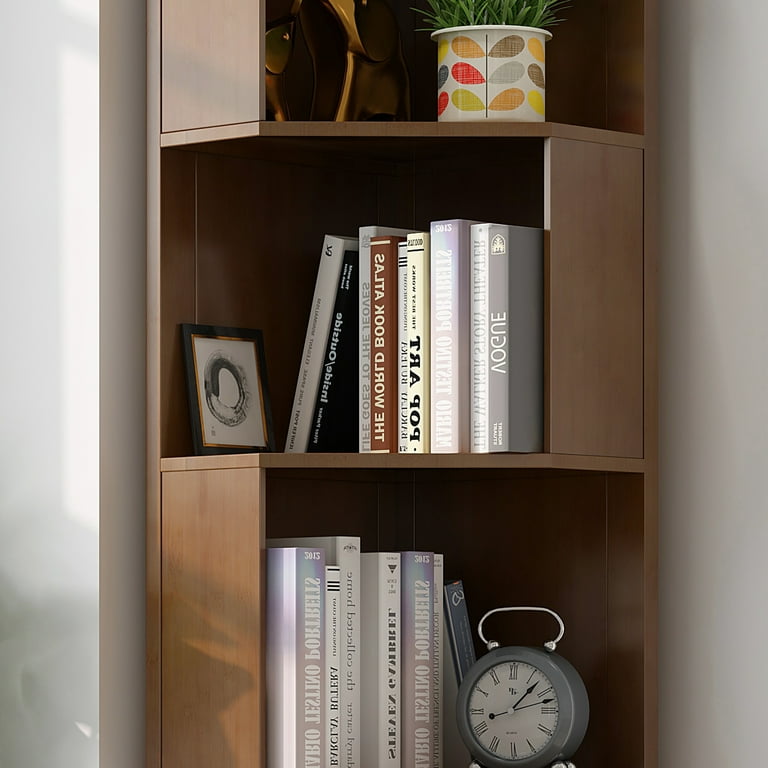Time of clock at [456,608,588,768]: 1:12
